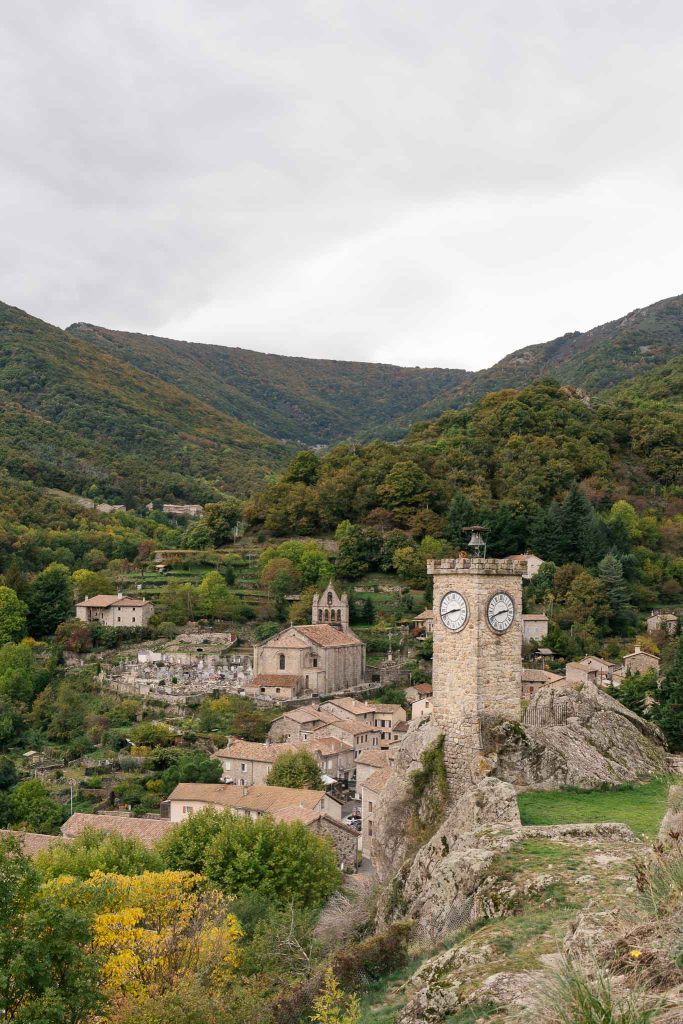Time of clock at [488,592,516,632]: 2:41
